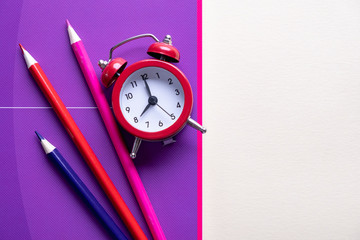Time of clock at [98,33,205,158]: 8:00
